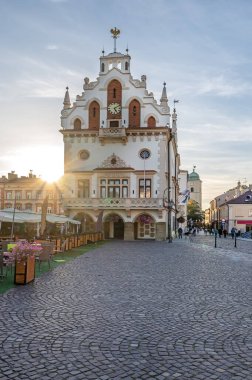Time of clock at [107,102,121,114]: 5:09
